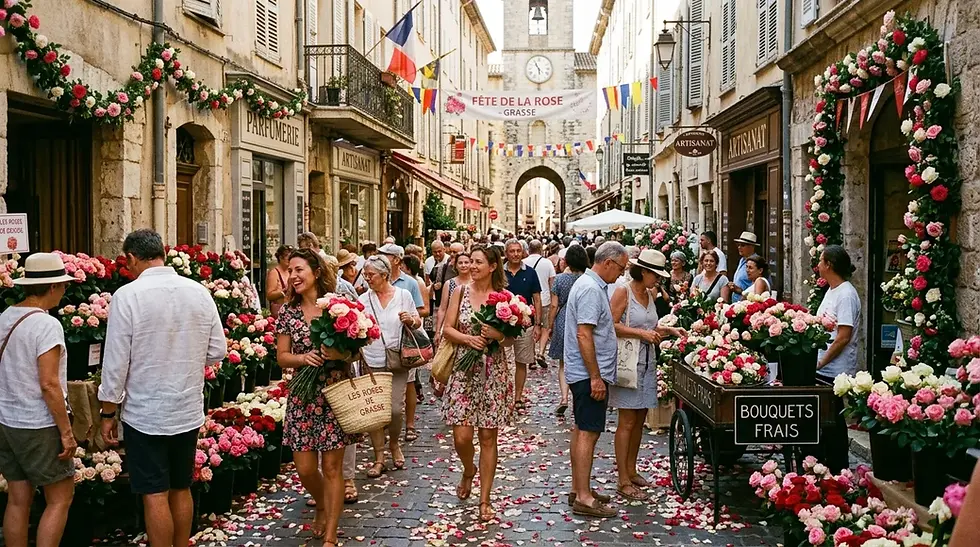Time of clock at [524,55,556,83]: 5:54
